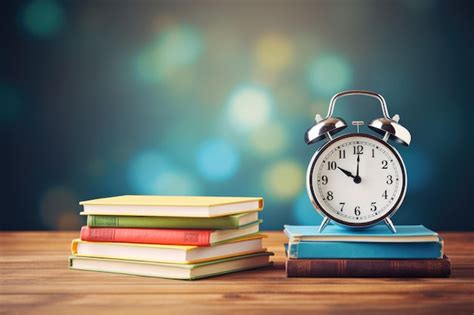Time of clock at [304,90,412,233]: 10:00
